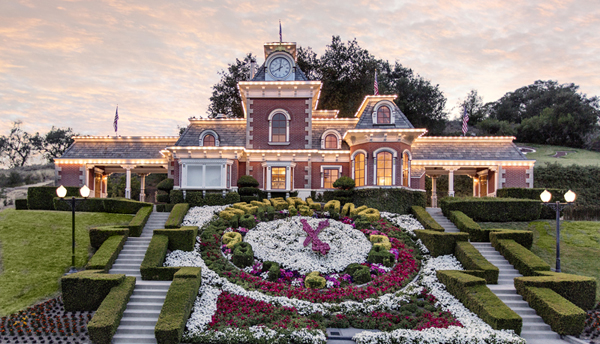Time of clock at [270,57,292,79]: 8:01
